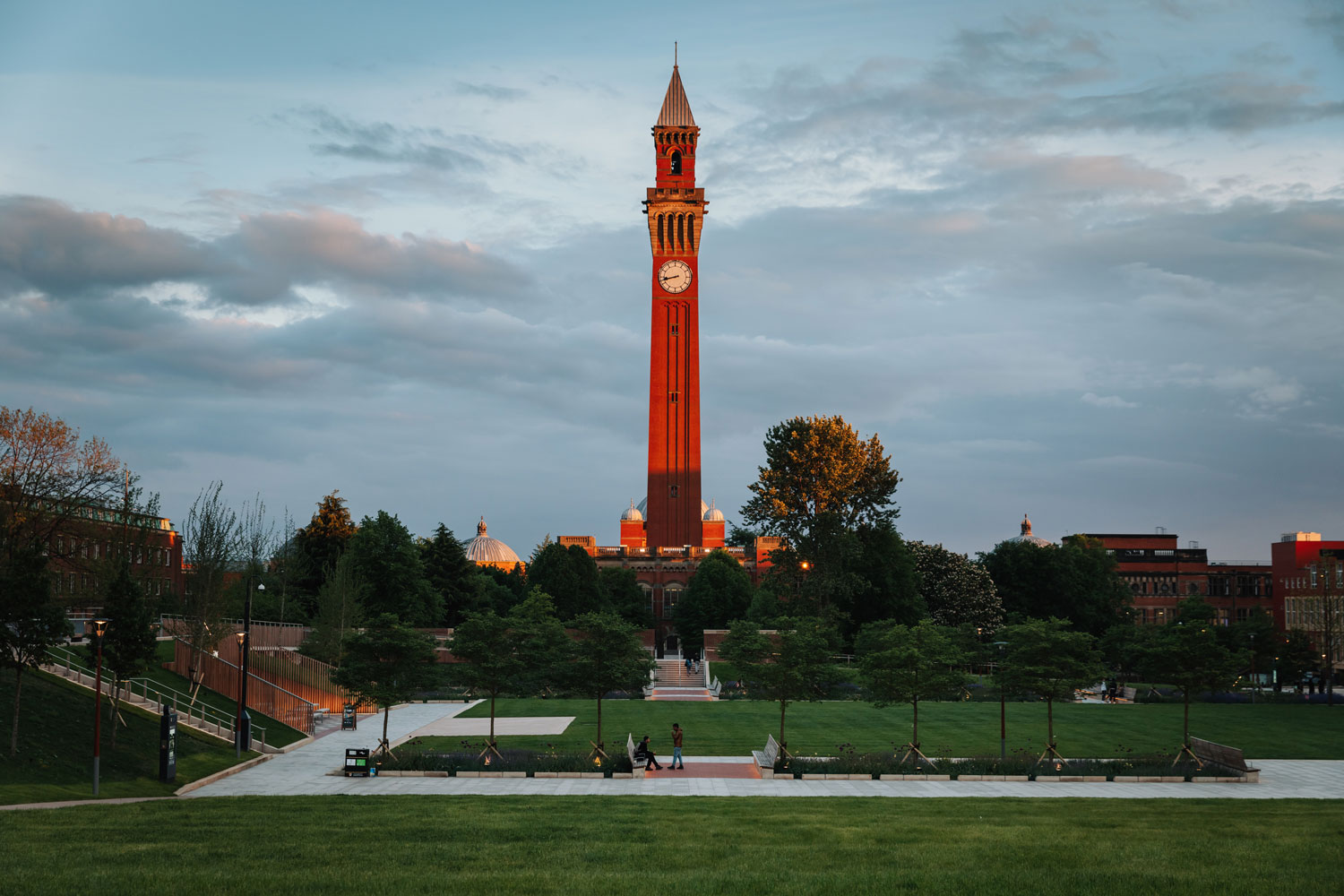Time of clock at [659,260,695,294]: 8:42
